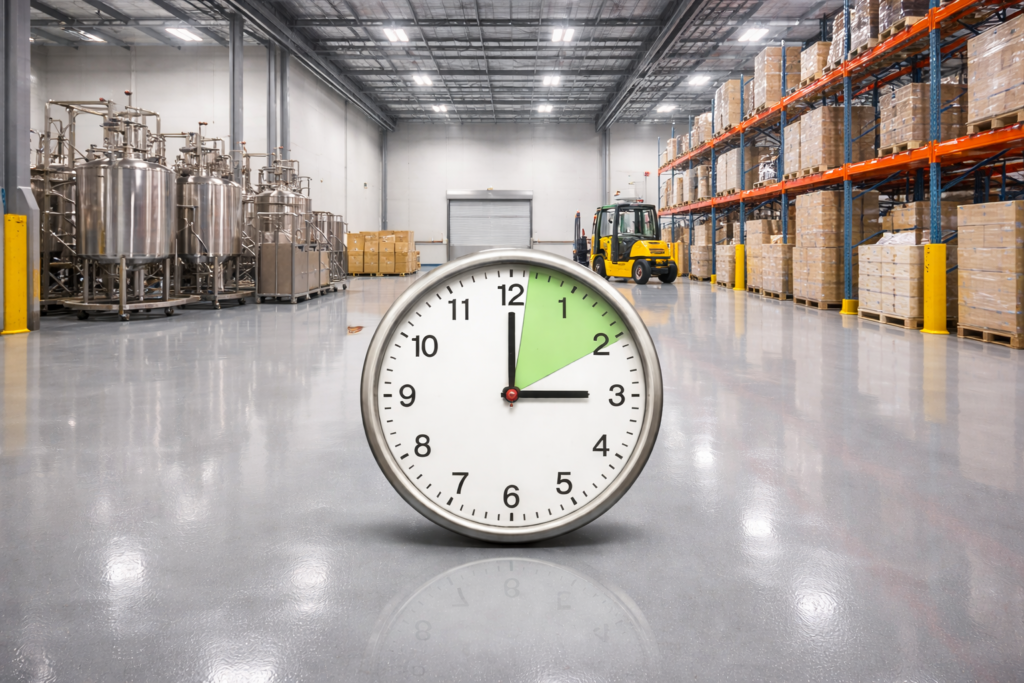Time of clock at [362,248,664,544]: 3:00
